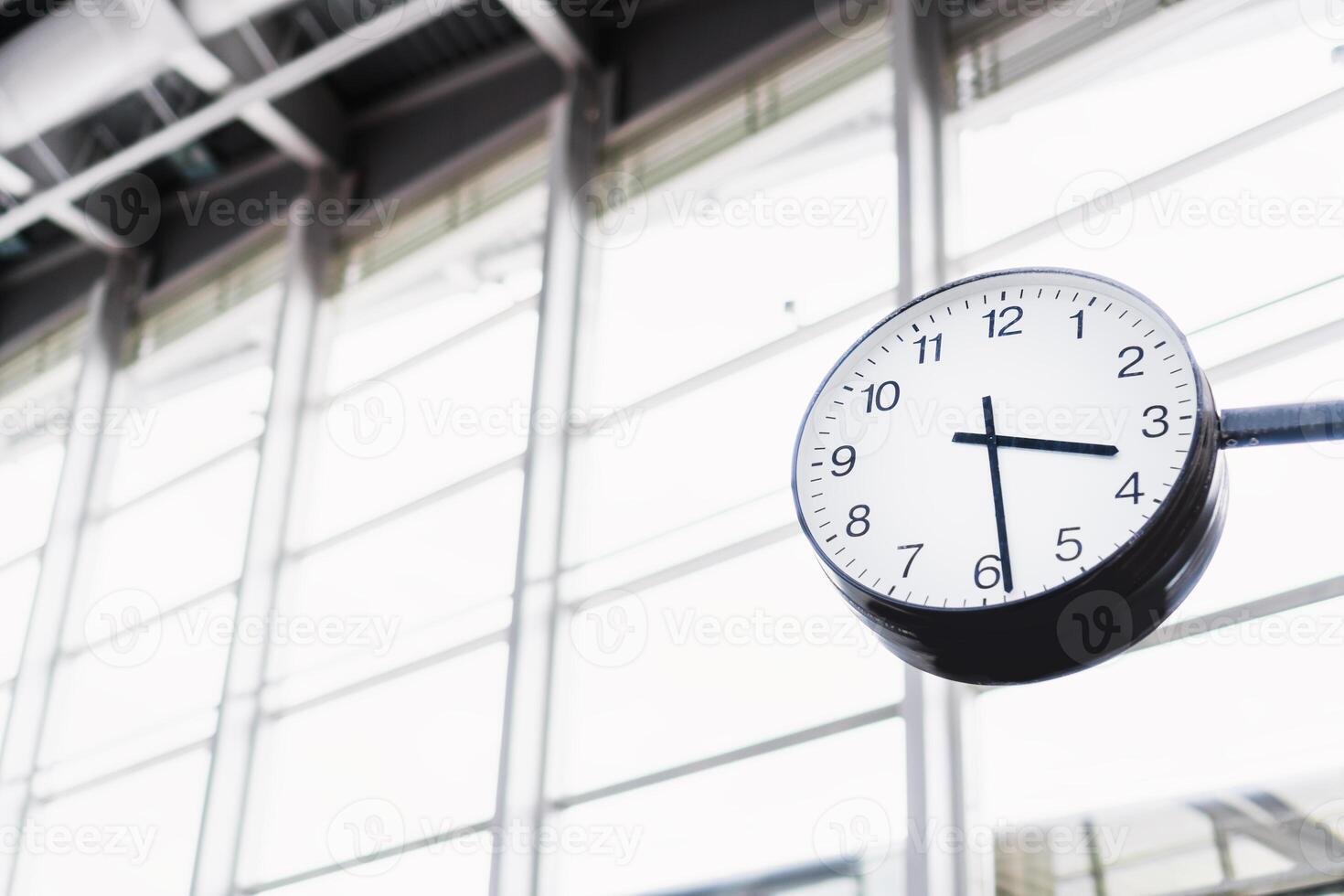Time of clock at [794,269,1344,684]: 3:28
